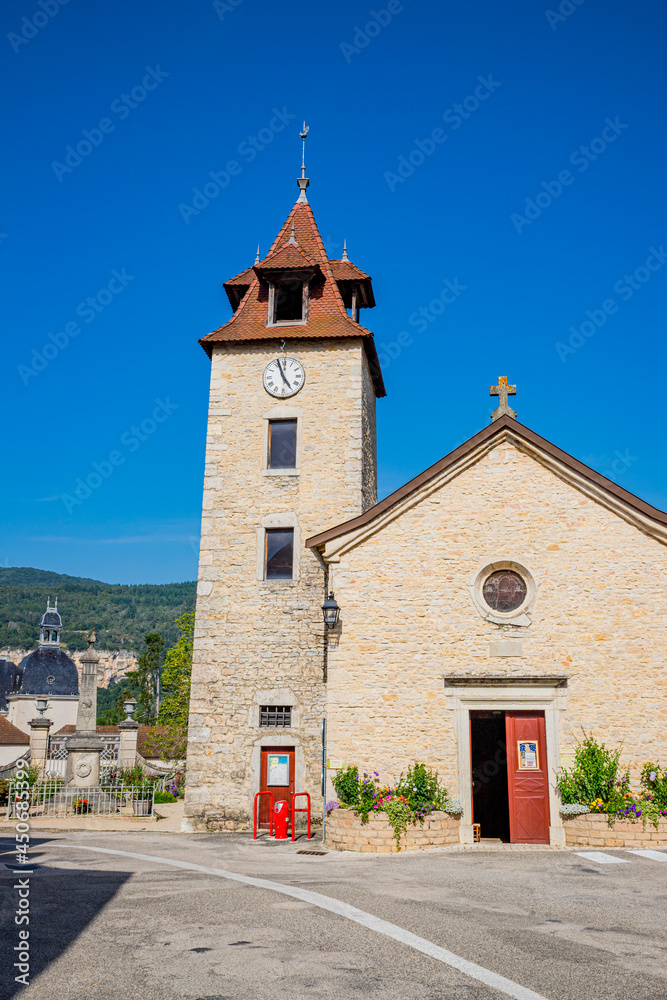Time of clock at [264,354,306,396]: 4:56
